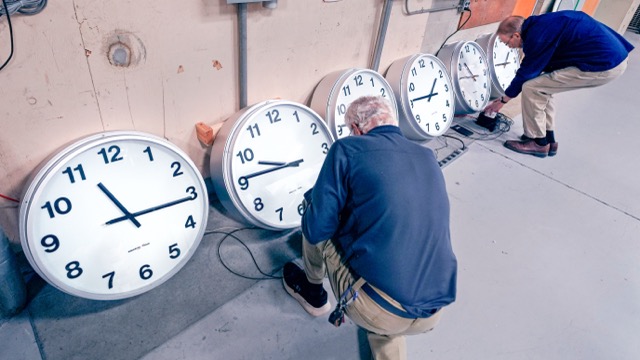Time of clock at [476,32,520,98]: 10:45
